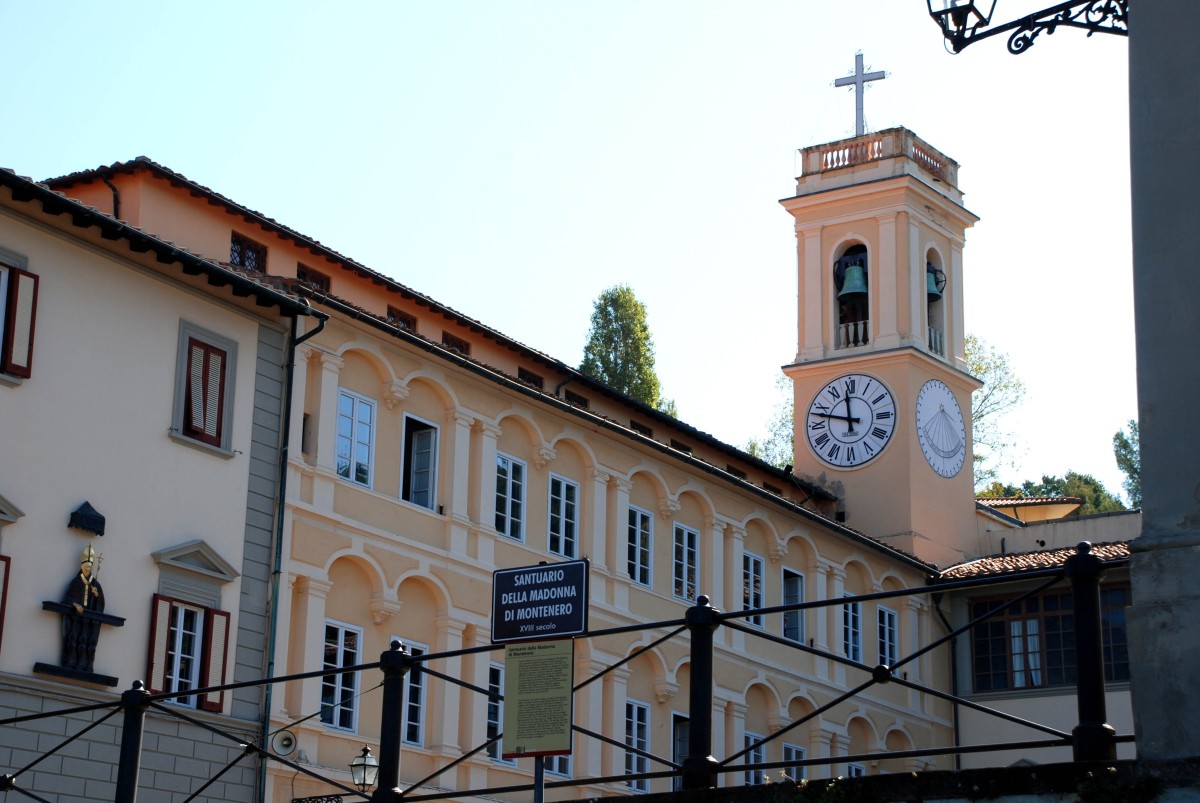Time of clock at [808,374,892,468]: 11:47
